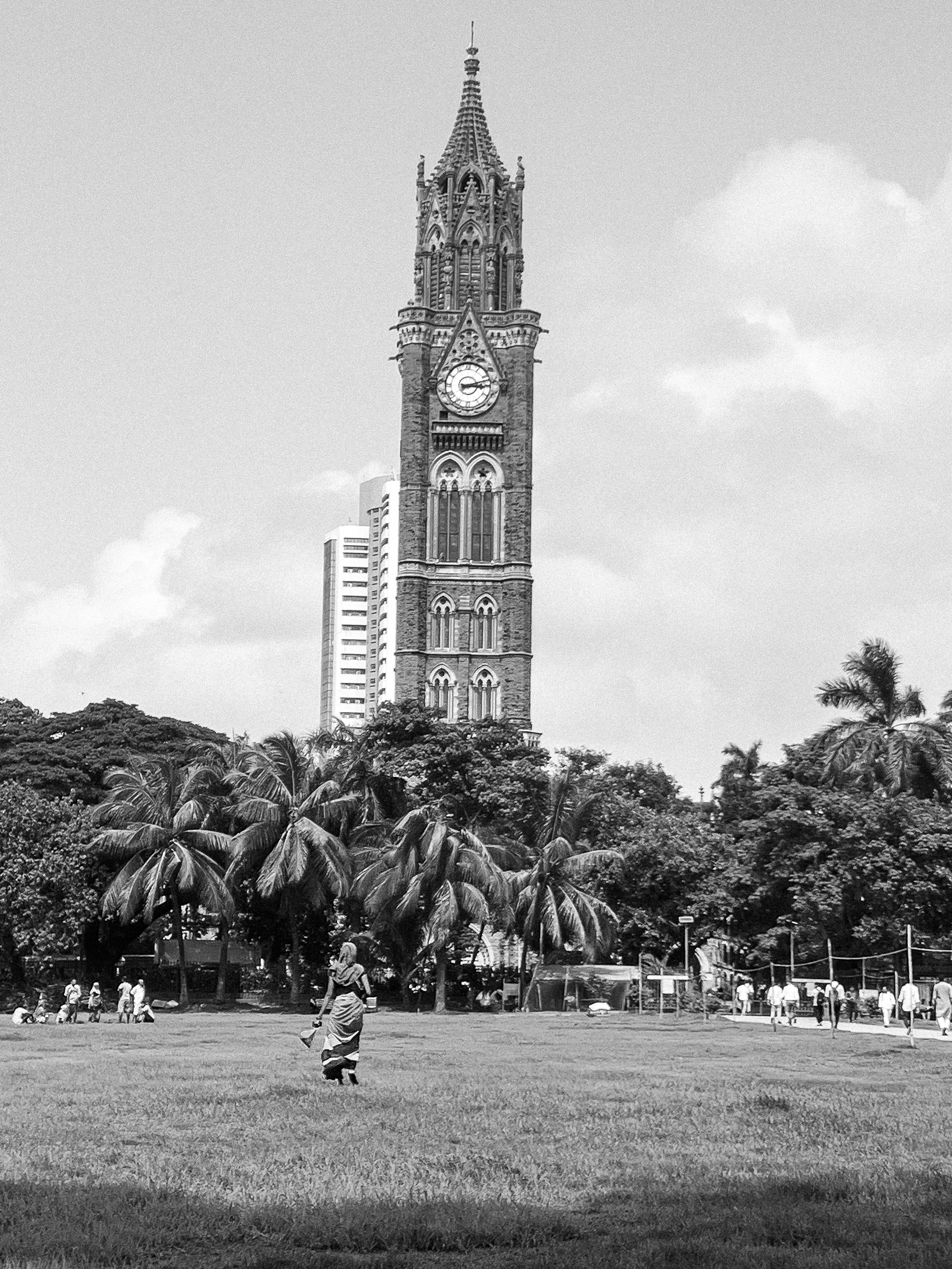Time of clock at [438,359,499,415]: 3:12
